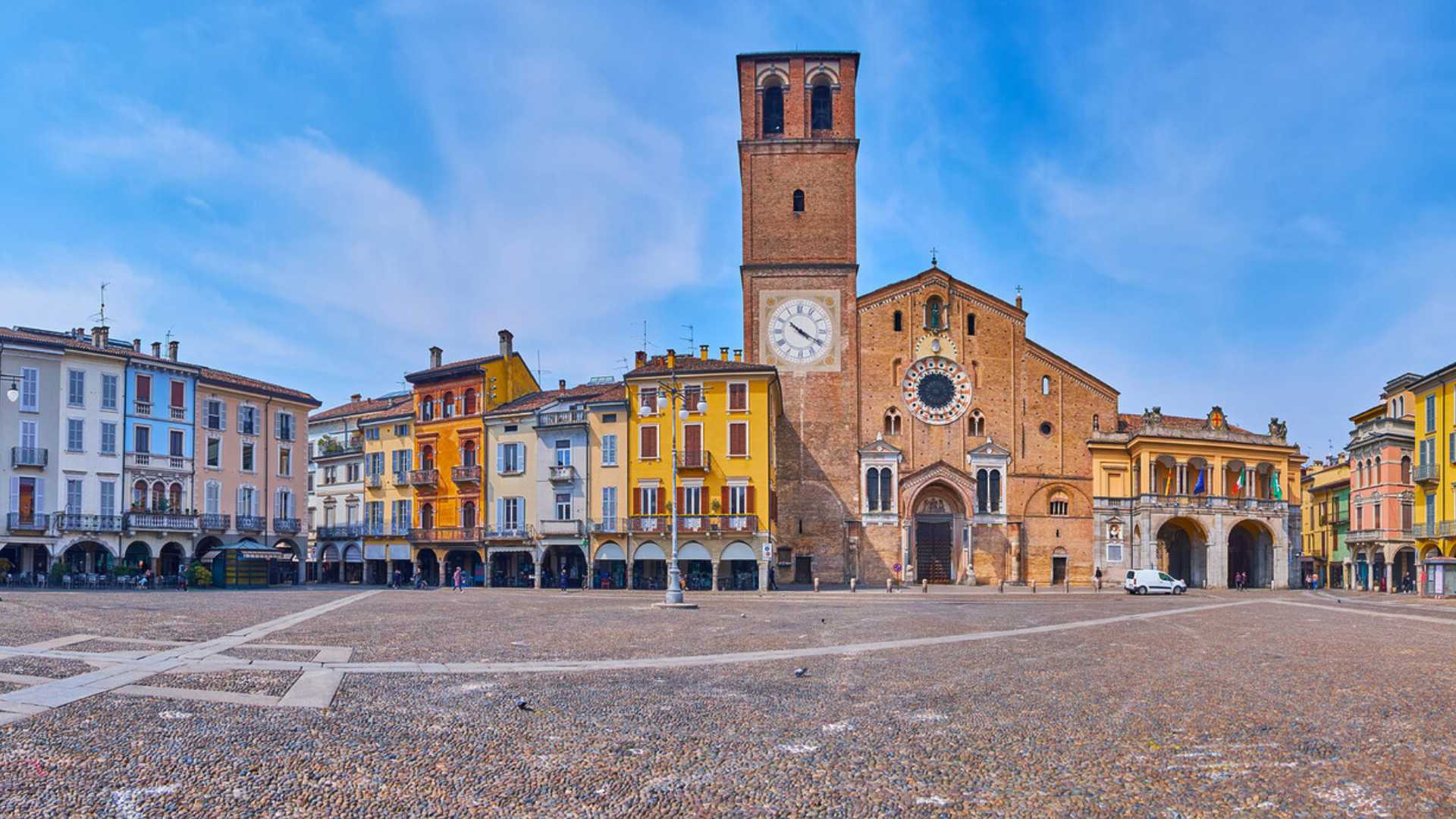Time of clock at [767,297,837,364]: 10:20
